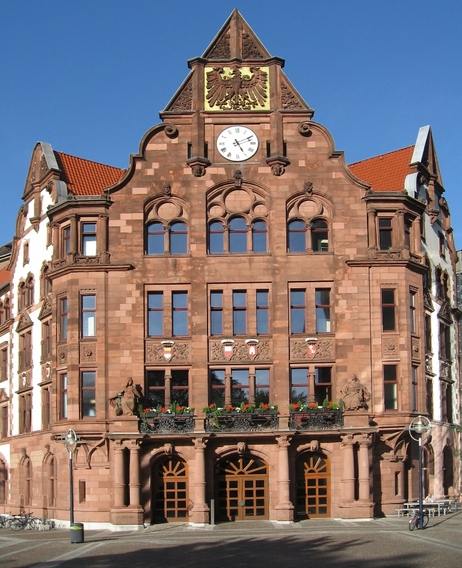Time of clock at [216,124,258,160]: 5:10
